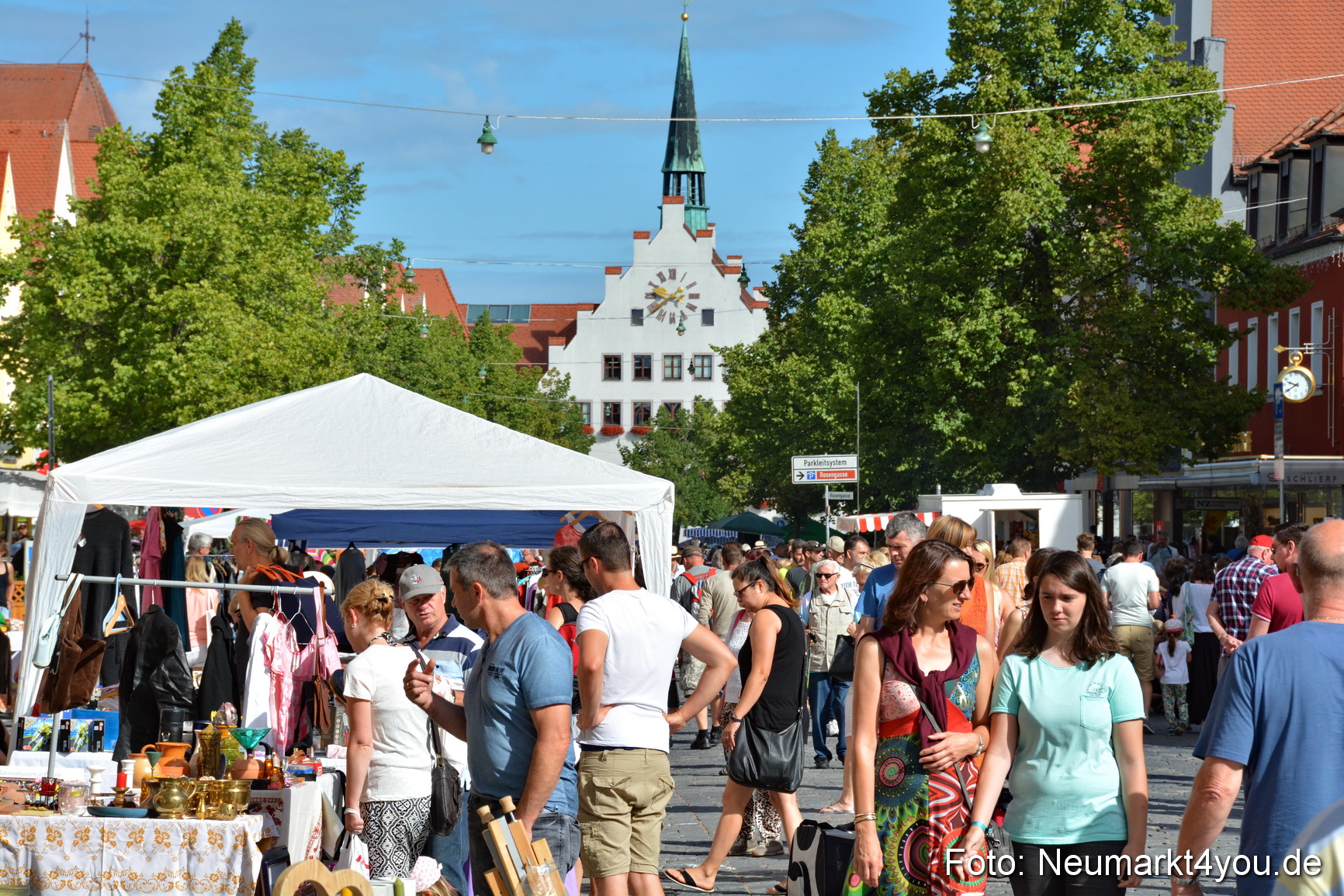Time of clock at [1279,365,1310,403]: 9:39
